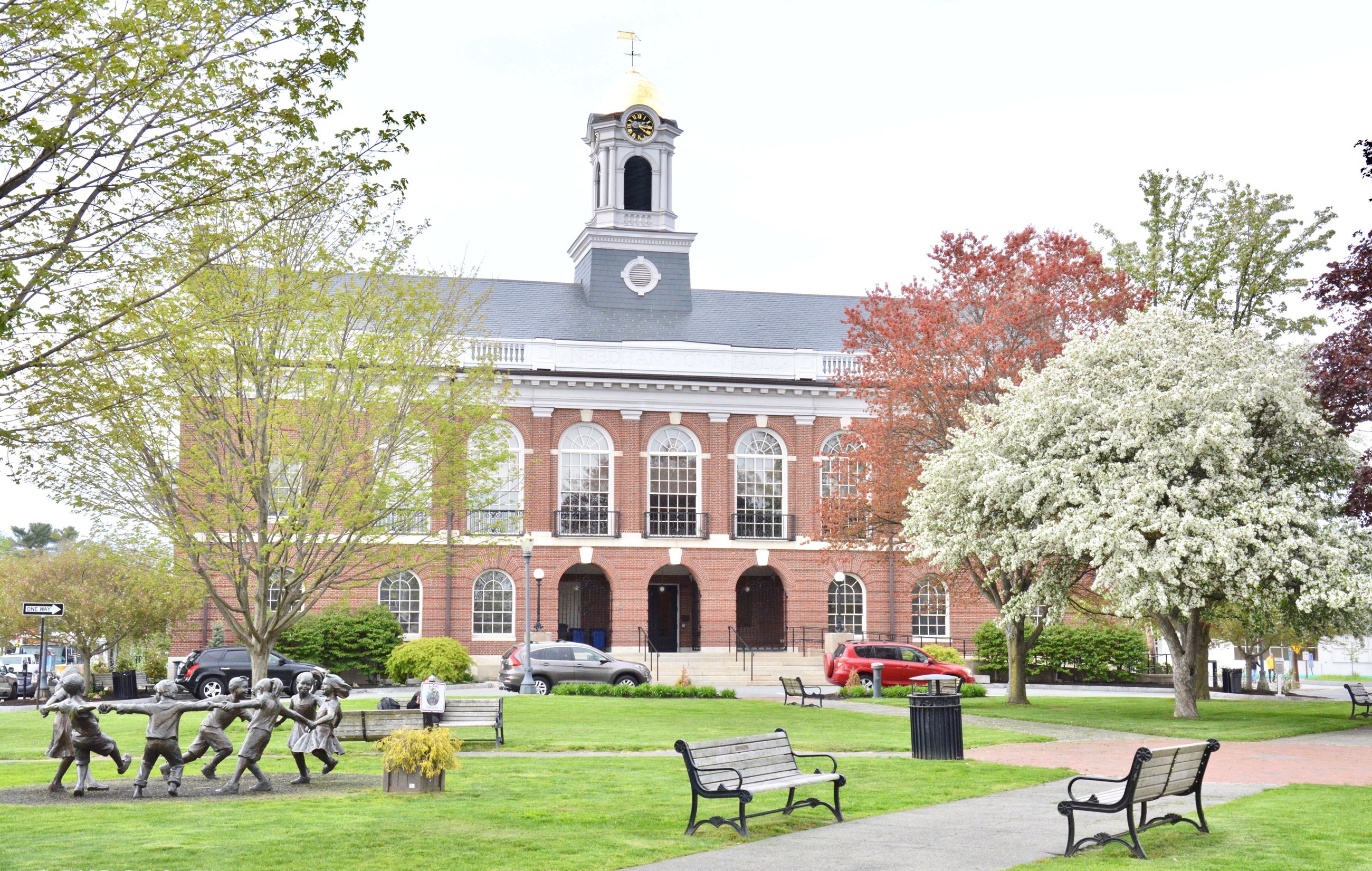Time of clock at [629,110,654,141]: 4:16
